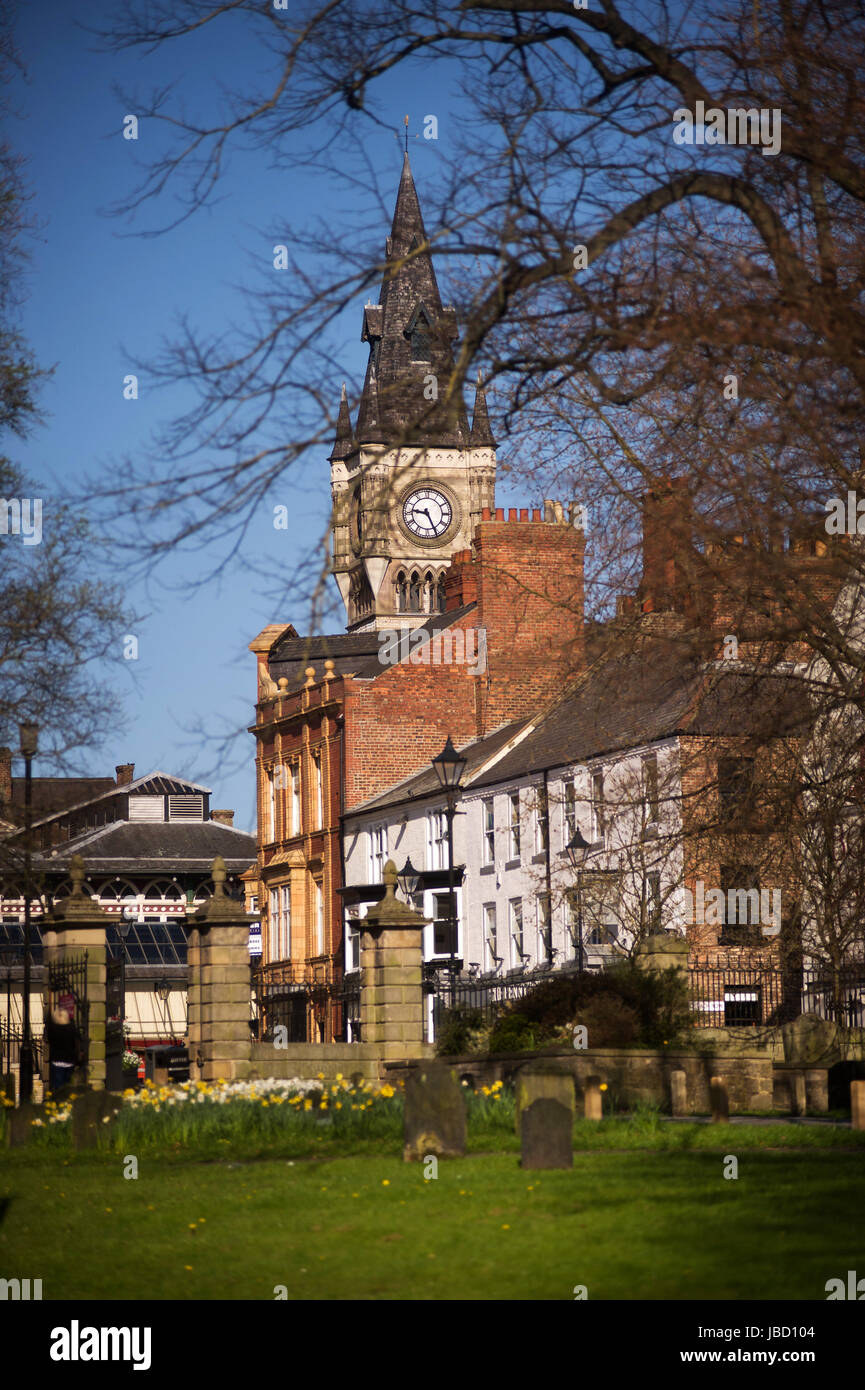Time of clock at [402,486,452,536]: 9:25
